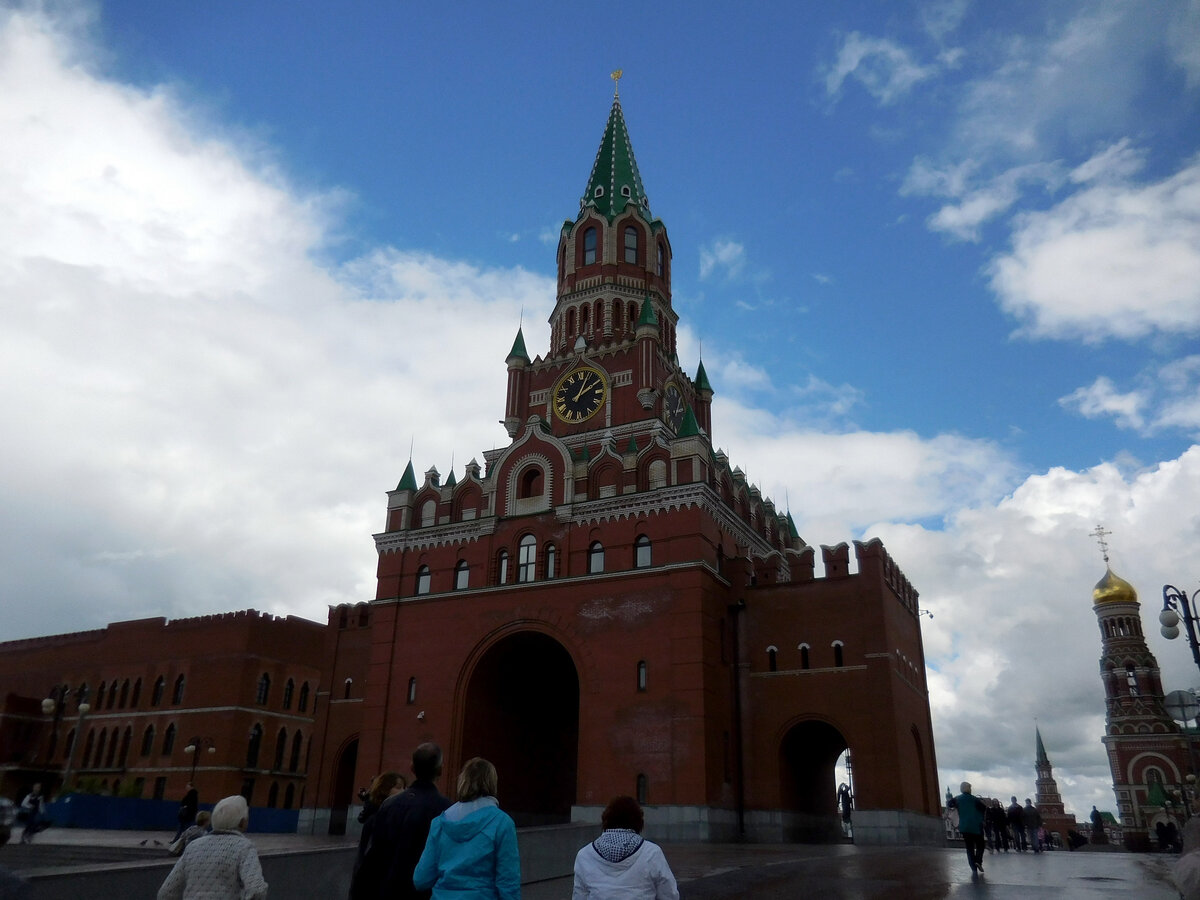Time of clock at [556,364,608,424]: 2:04
